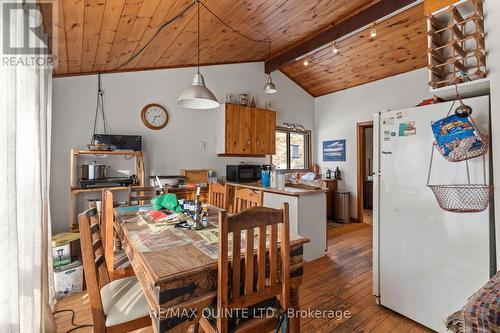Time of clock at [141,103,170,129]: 2:33
